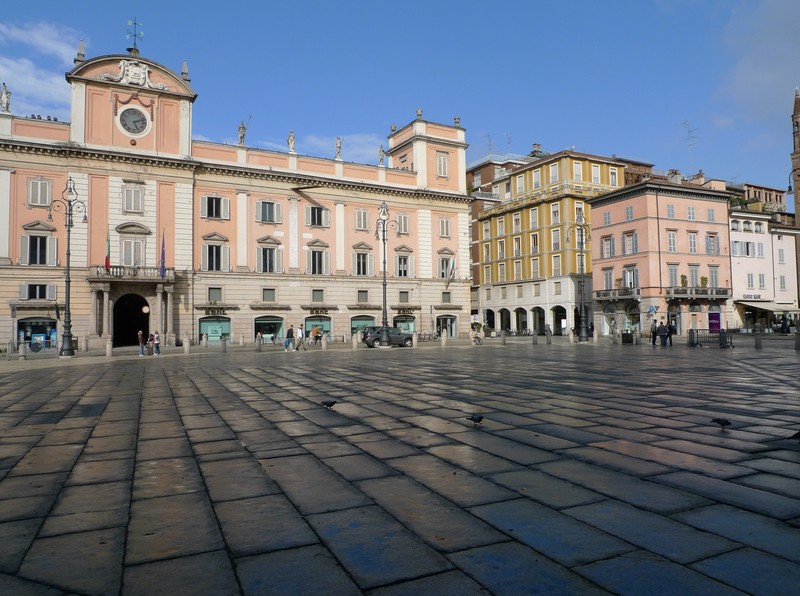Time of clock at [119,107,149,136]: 5:12
